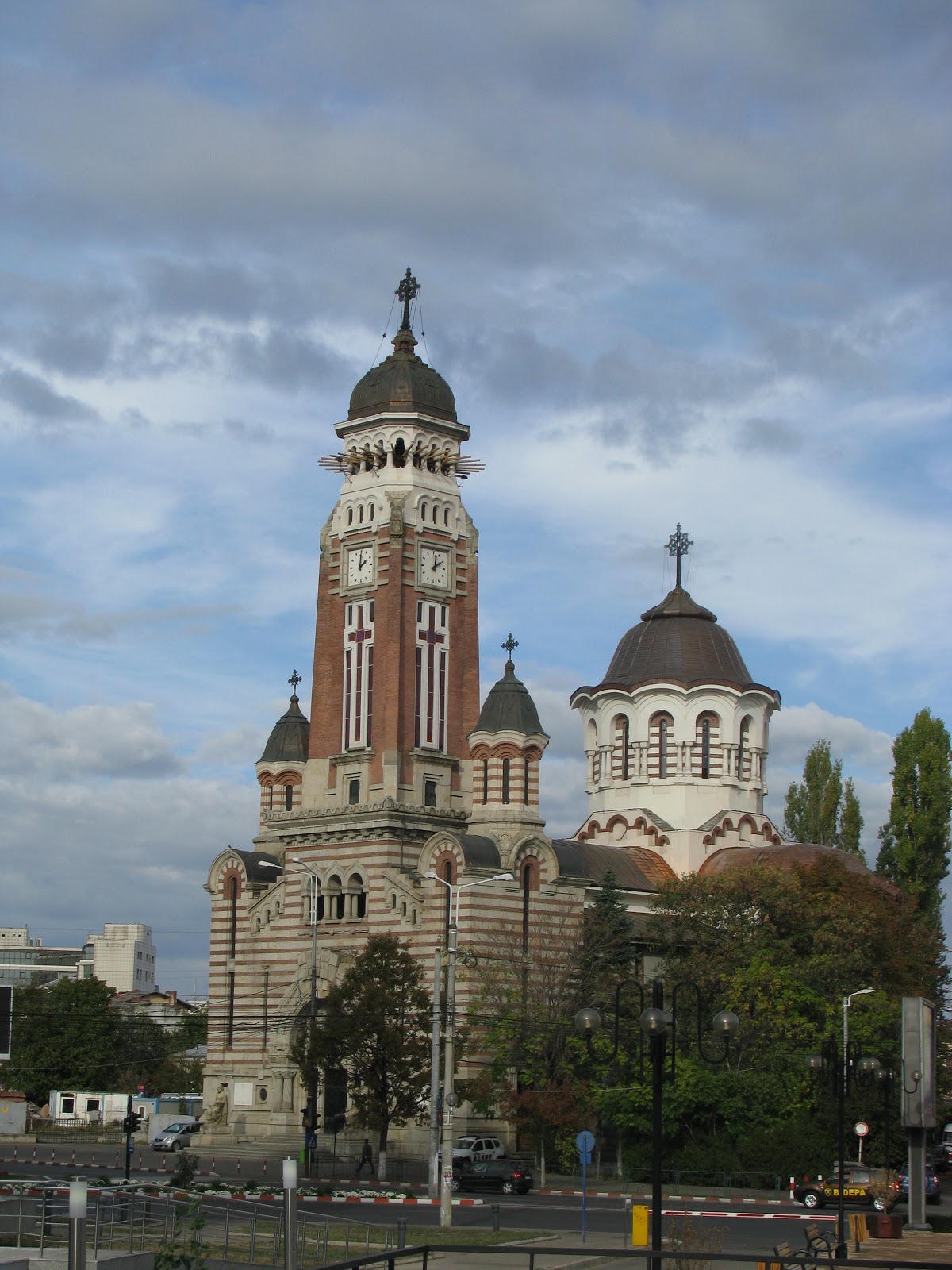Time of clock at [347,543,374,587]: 2:00
